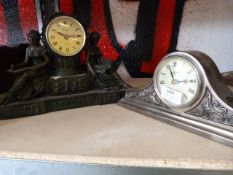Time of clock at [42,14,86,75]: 10:14
